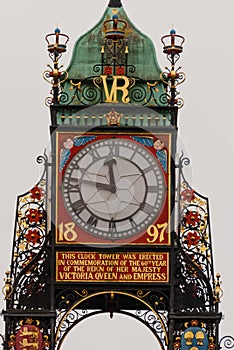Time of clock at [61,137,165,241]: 11:46
